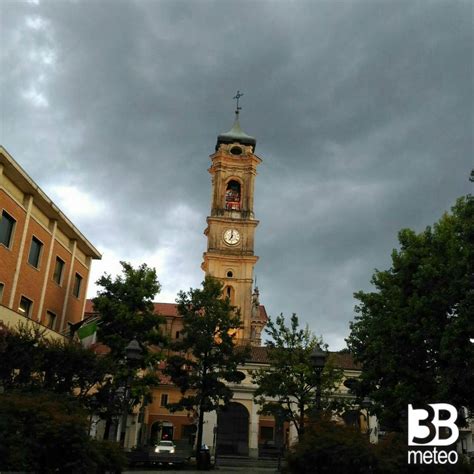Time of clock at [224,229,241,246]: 7:00
